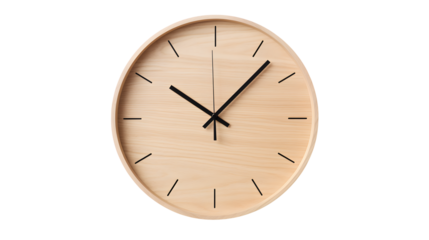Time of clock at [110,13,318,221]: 10:07
